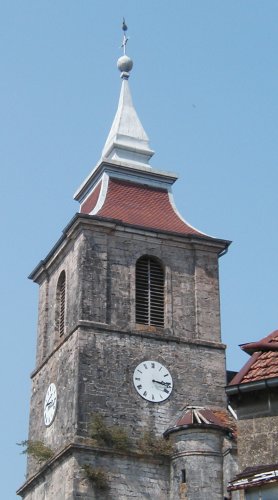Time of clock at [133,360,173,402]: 3:15
